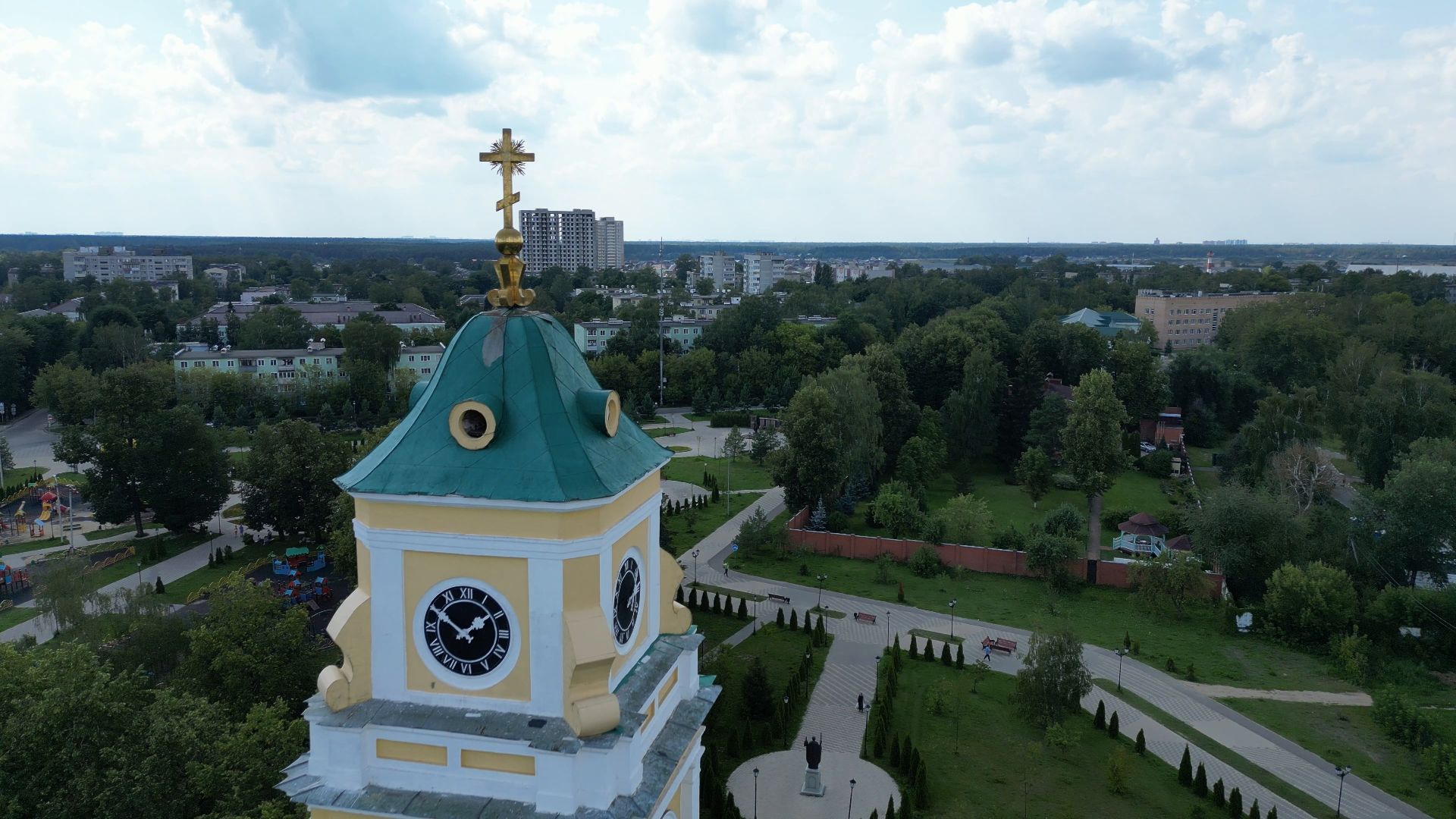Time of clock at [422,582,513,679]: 1:50
